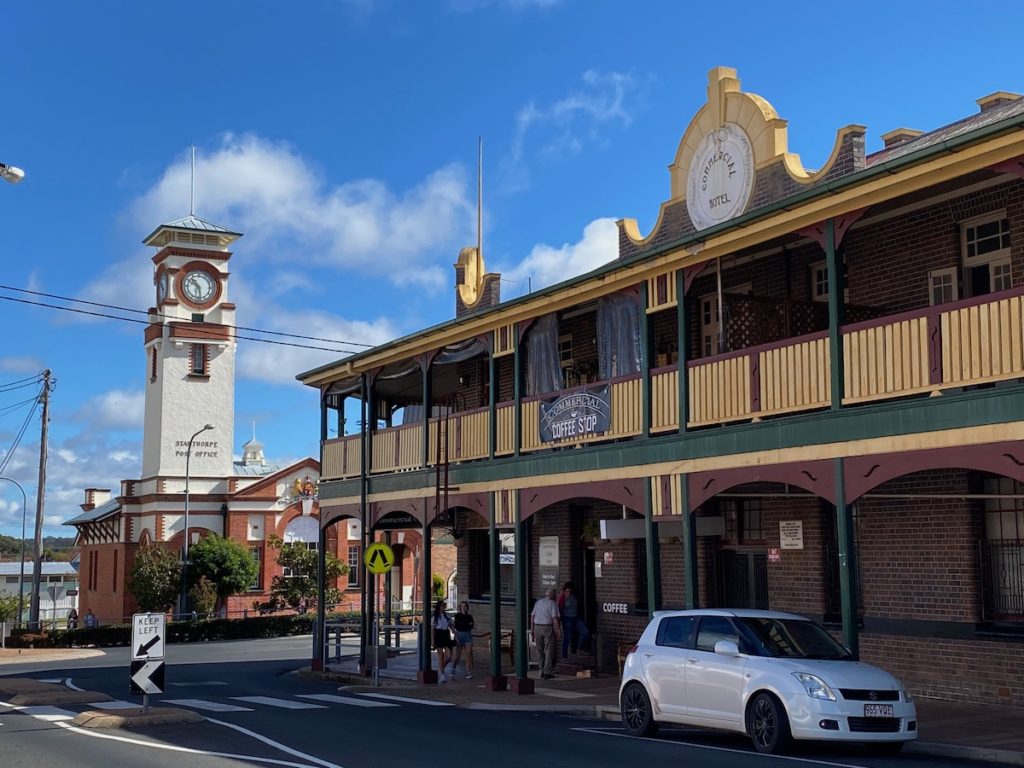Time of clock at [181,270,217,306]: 10:28
